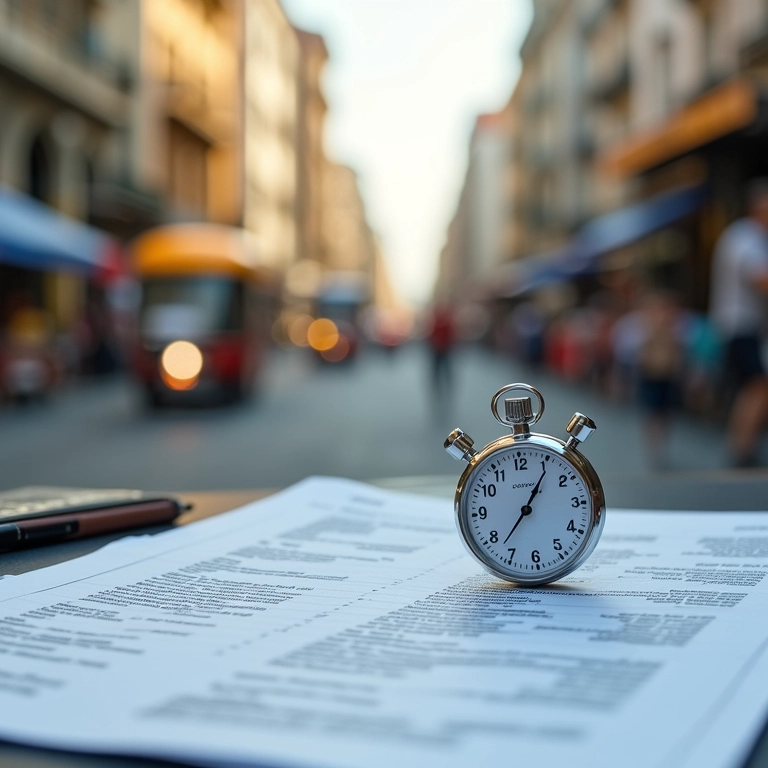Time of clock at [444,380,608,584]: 1:05
